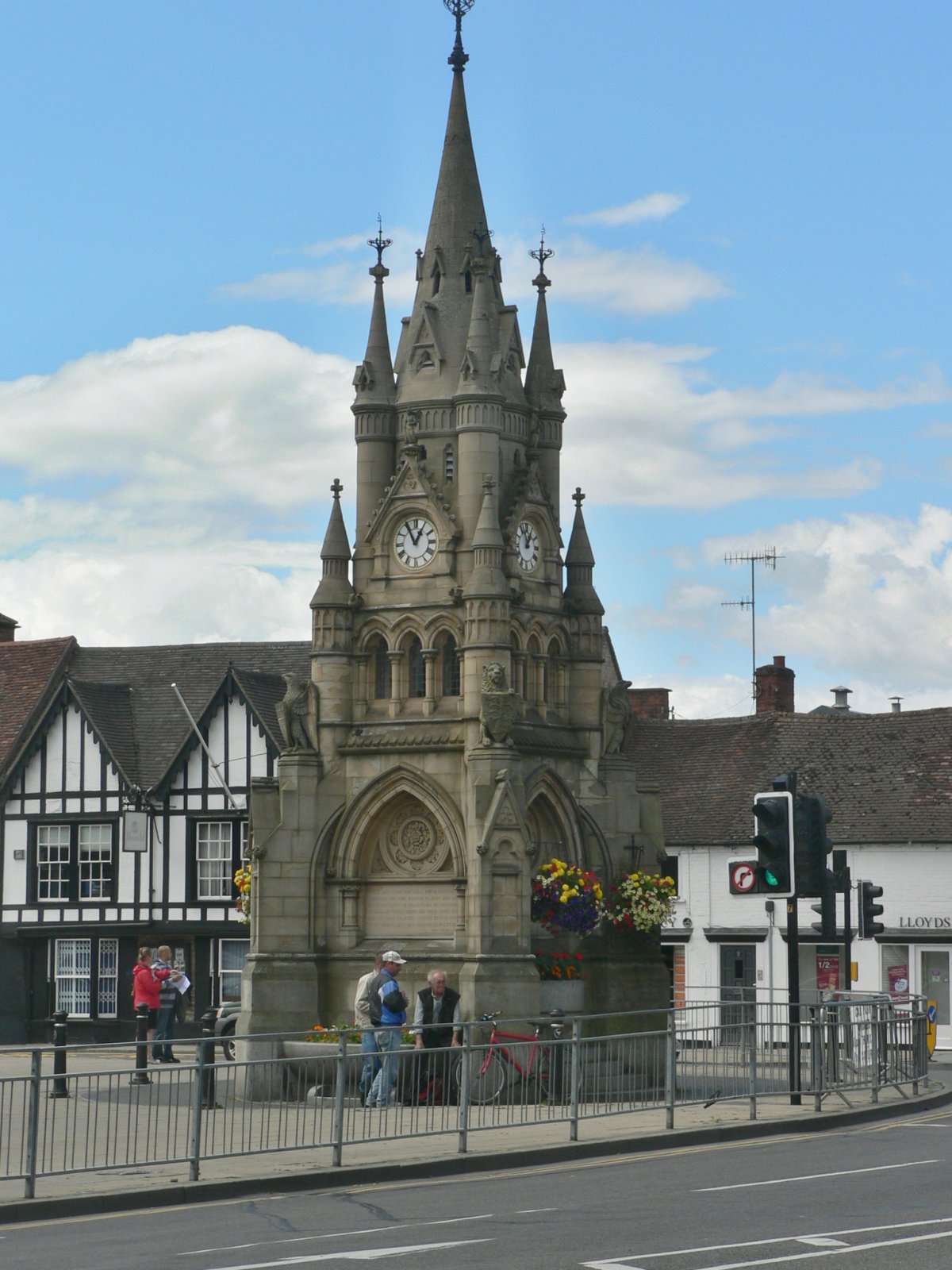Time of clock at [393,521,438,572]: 12:55
